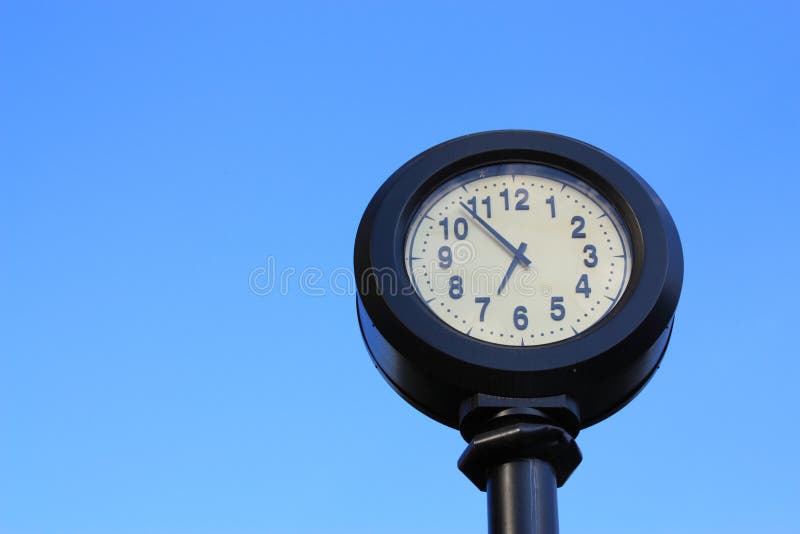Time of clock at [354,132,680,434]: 6:53
